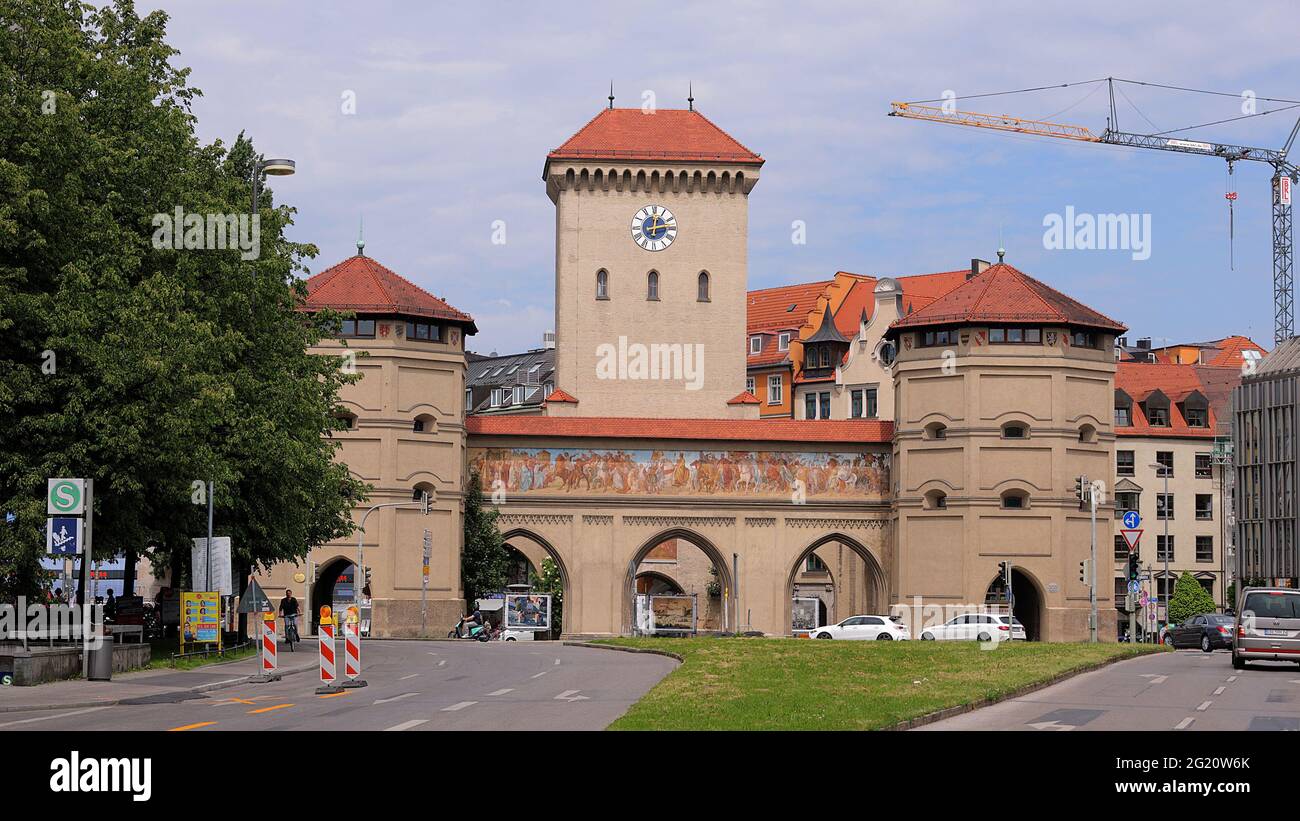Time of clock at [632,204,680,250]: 12:13
